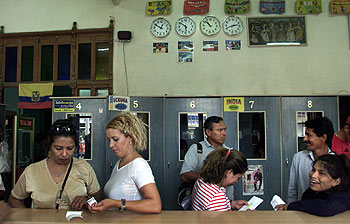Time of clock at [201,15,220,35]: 10:52
